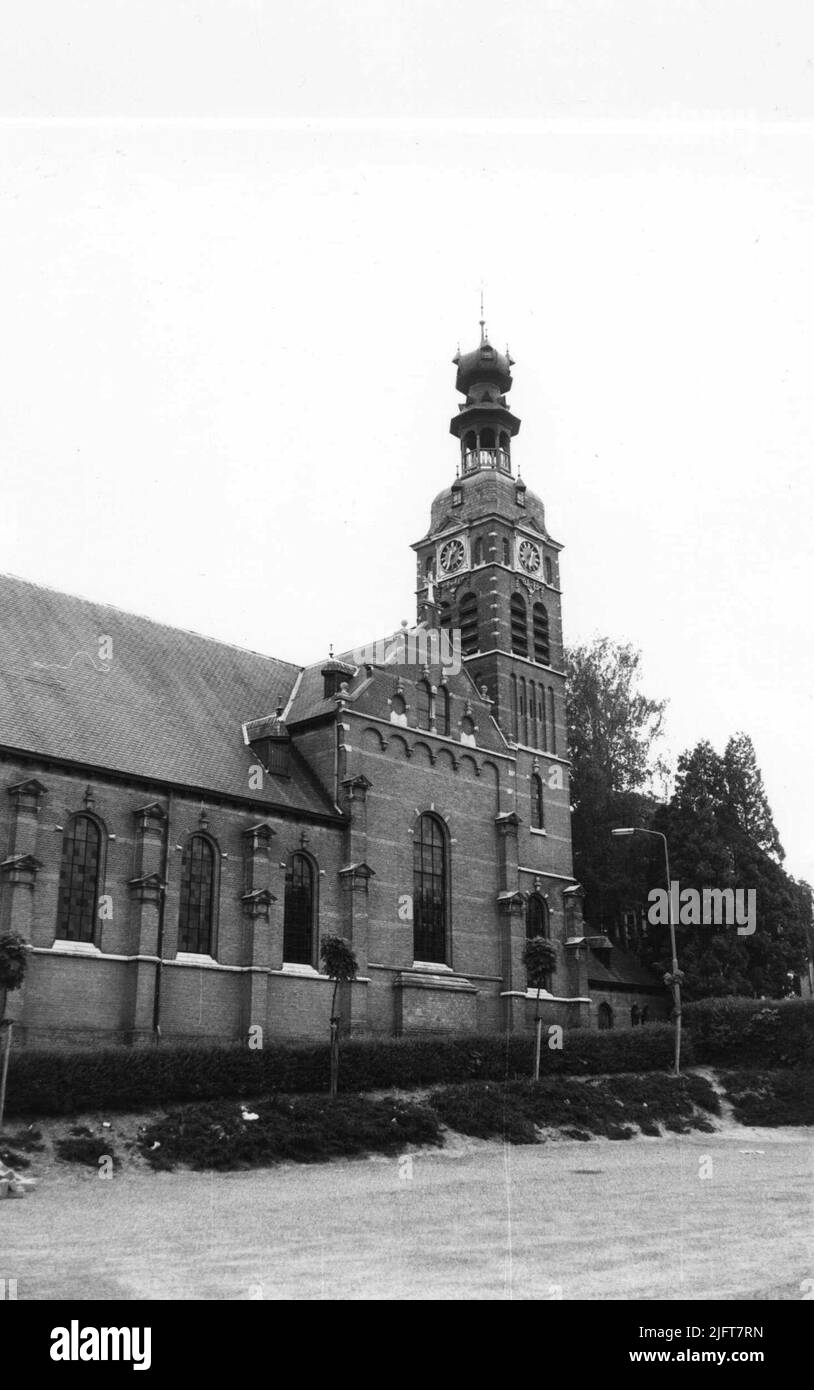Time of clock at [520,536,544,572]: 7:32
